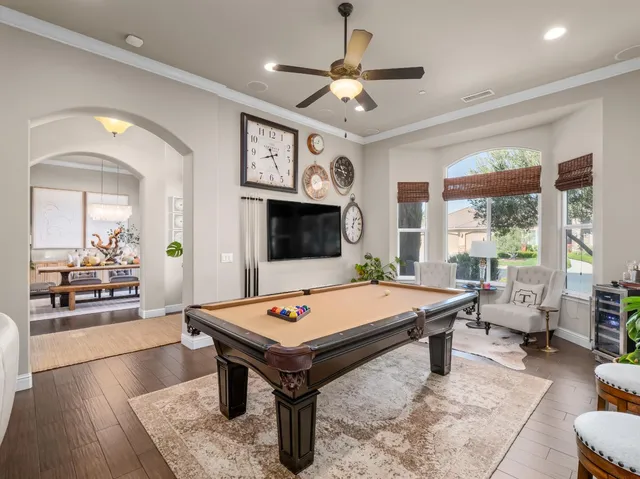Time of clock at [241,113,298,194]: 8:24
